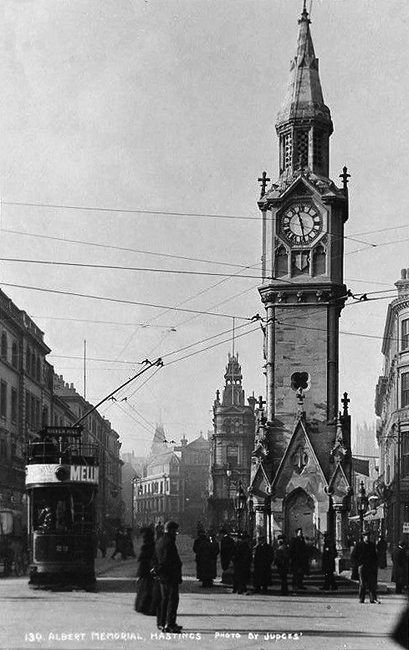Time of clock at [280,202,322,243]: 11:28
